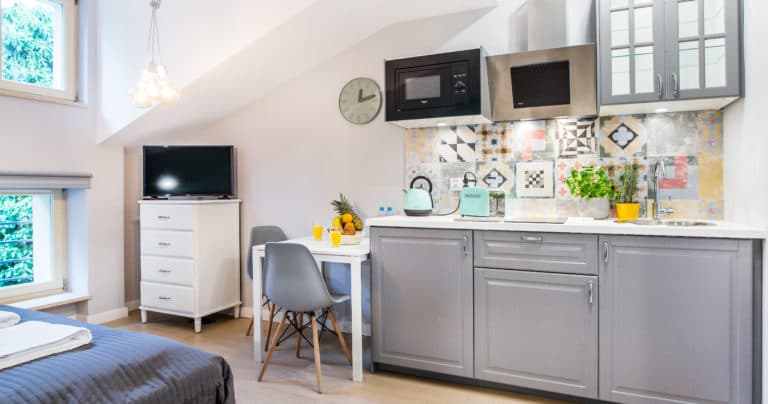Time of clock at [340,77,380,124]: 12:12
